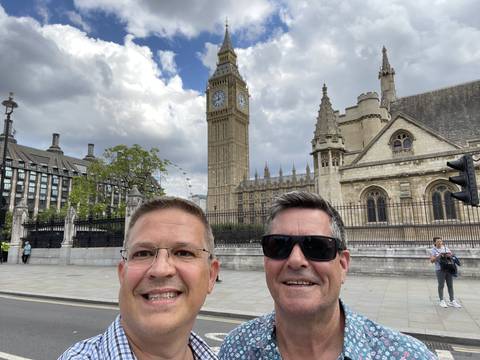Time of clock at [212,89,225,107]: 11:42
